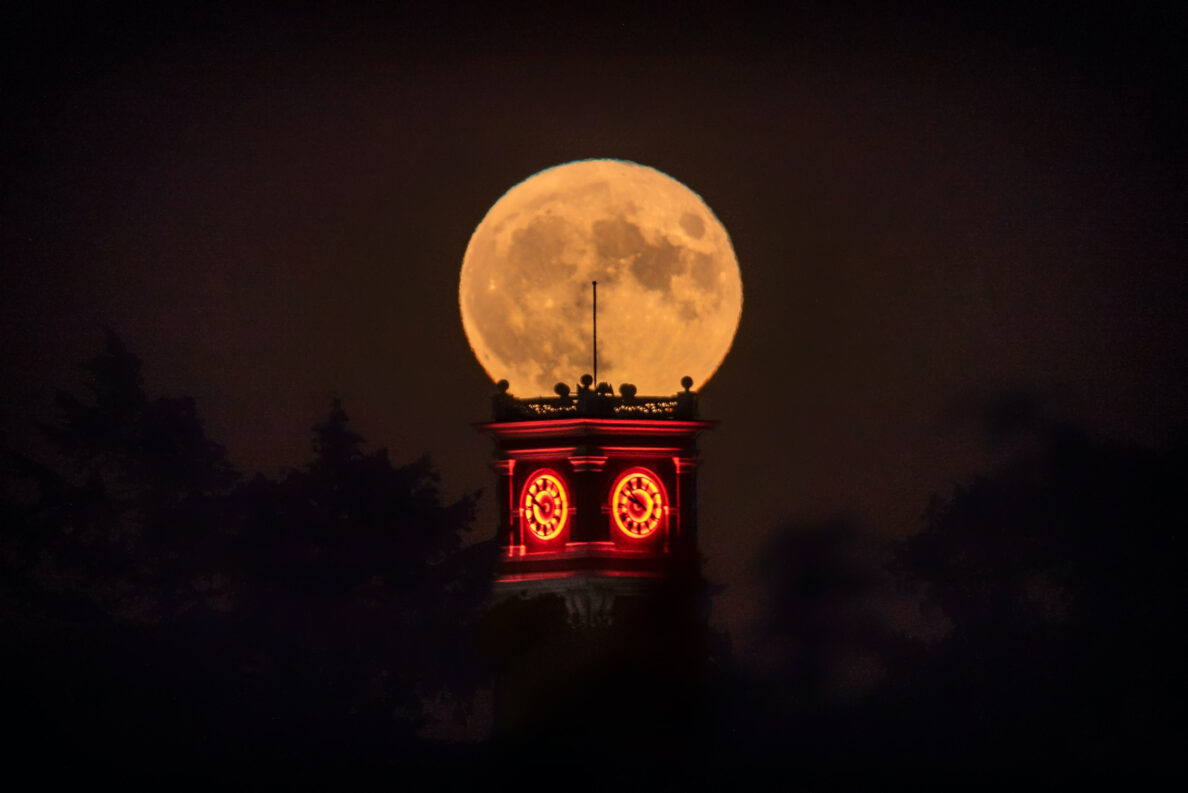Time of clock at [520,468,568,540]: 9:48
